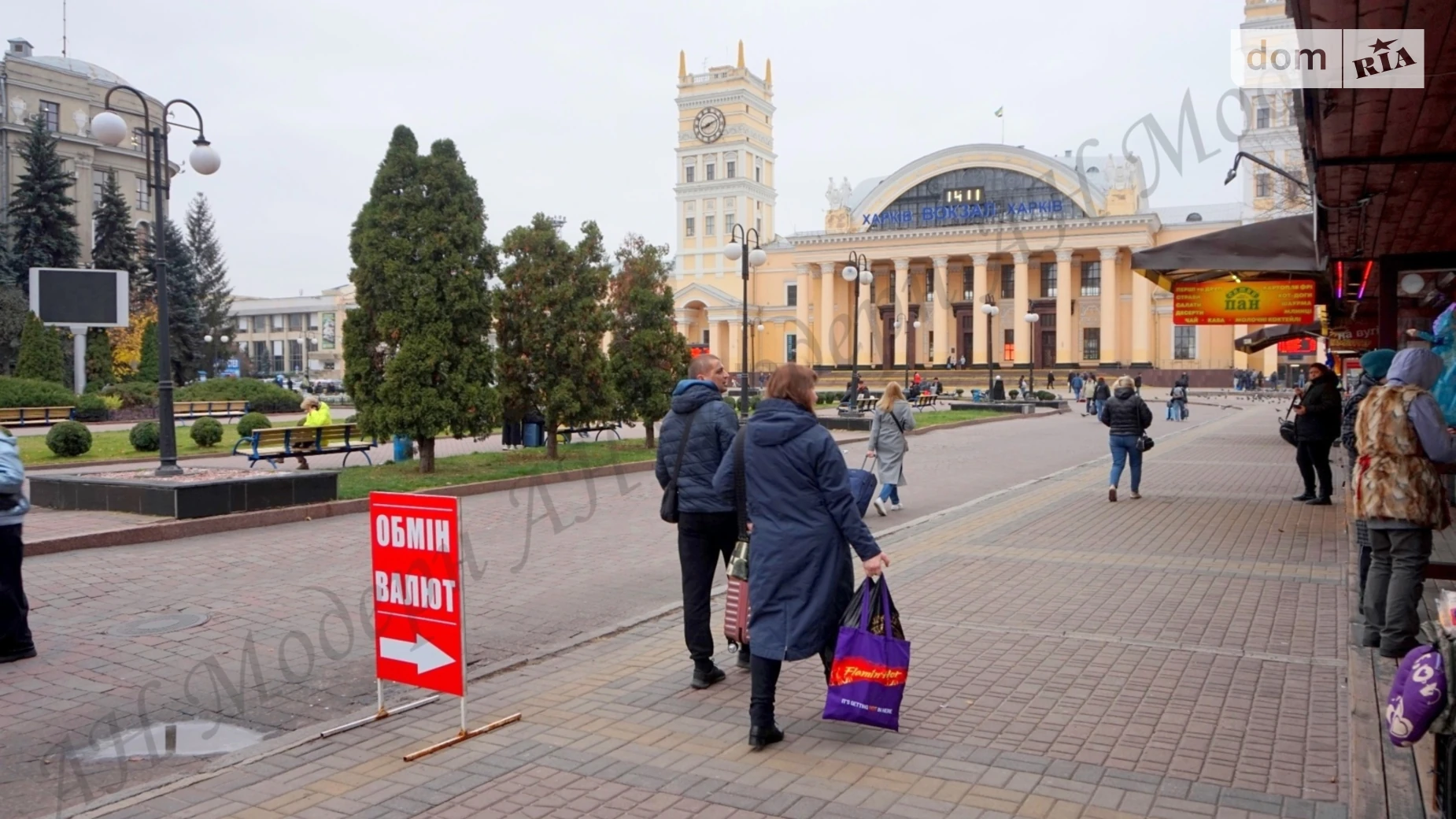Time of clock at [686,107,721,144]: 8:11
